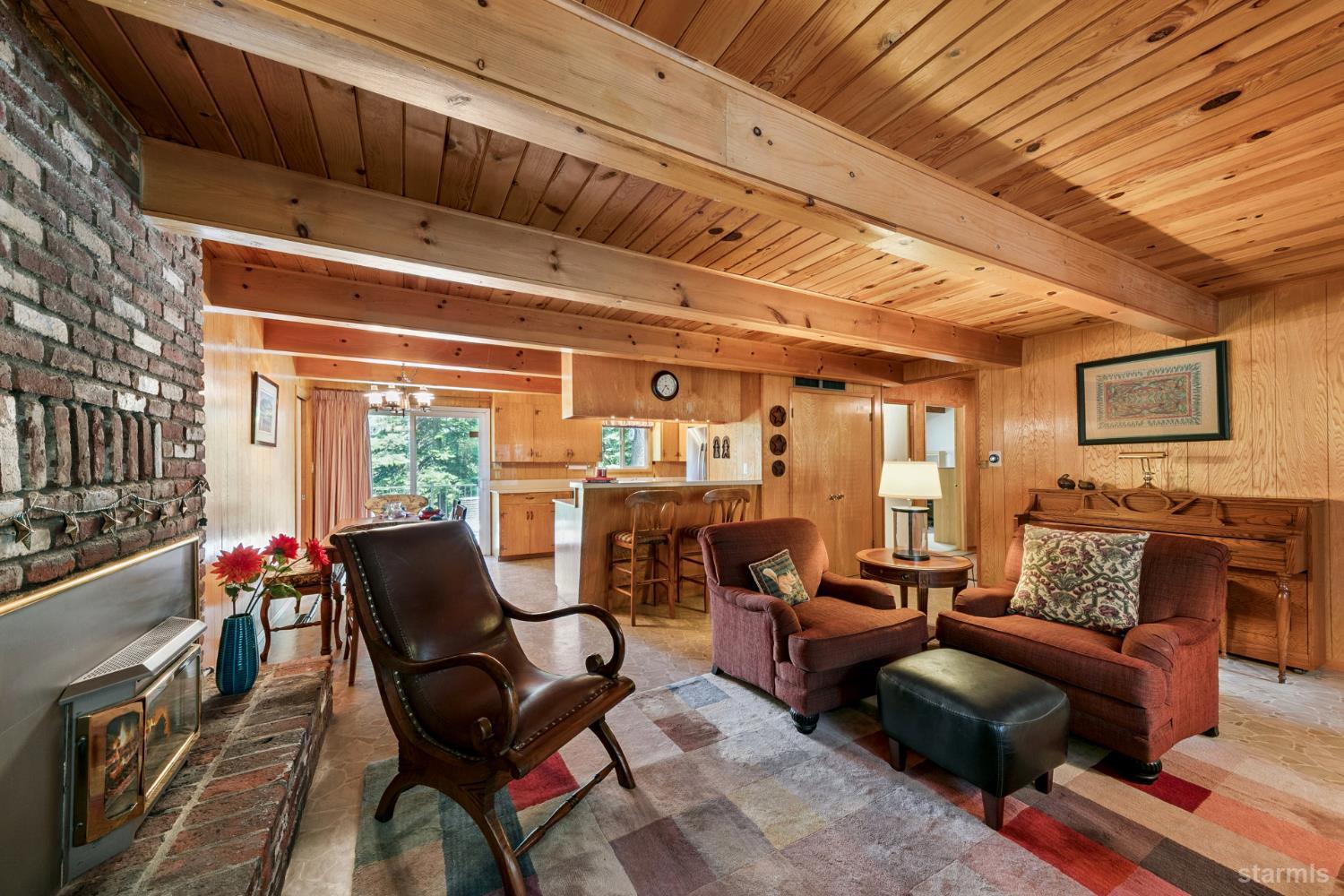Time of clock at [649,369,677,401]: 4:35
